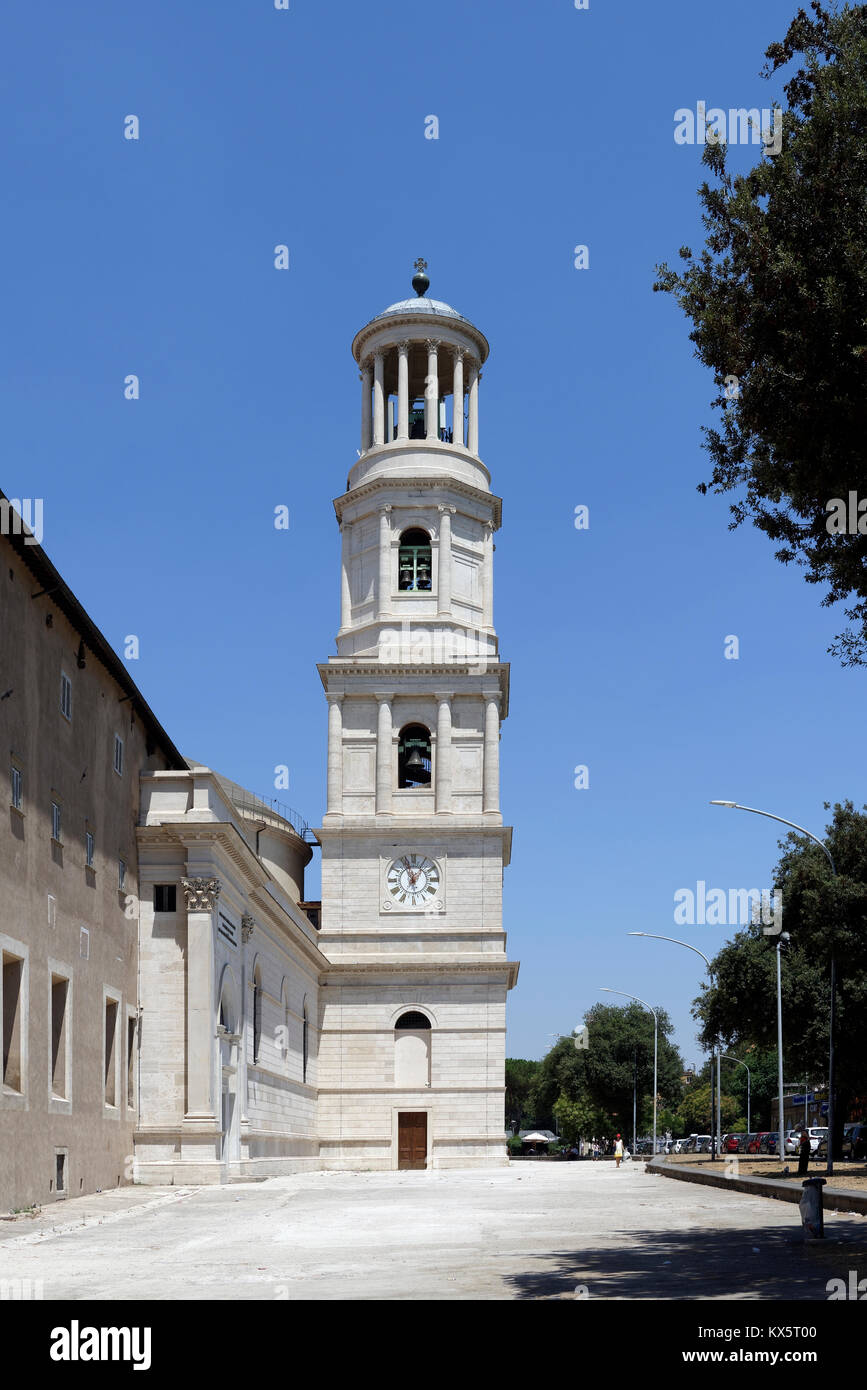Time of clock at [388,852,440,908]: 12:57
